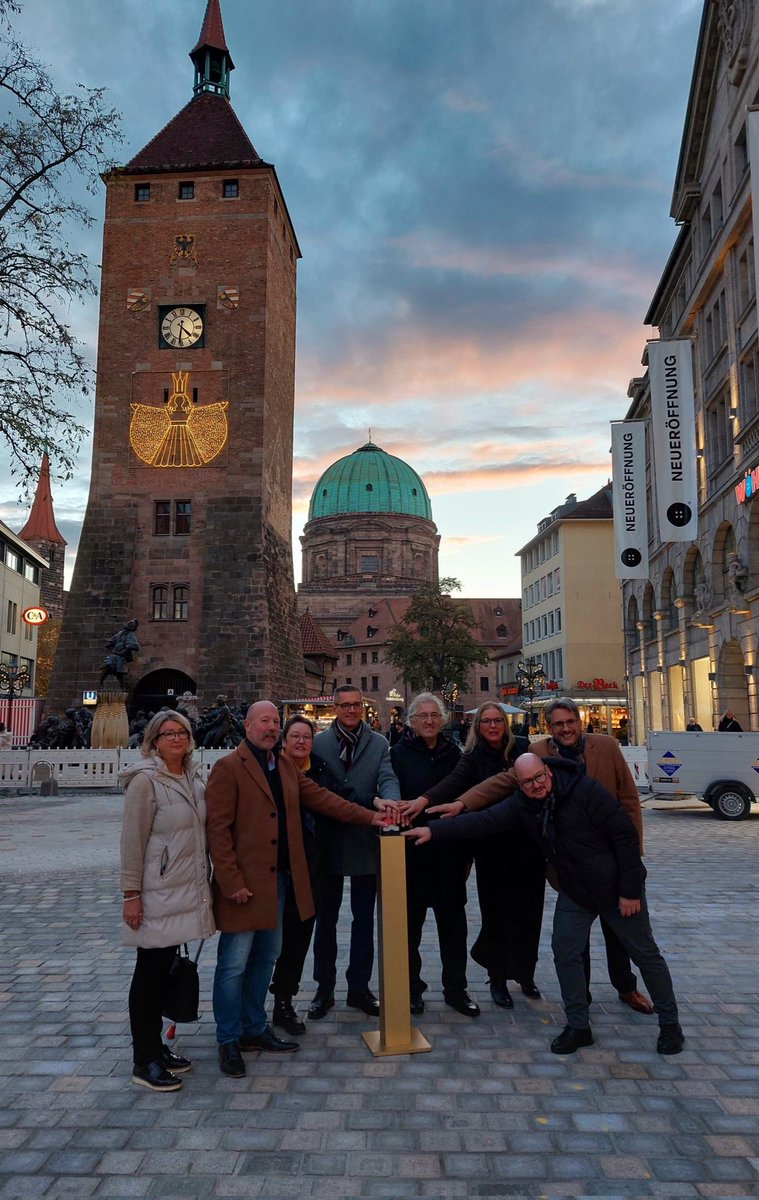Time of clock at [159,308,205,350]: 4:31
